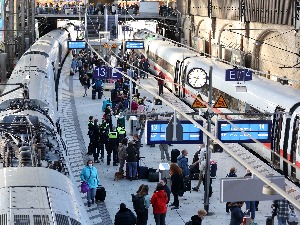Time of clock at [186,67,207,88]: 9:34
